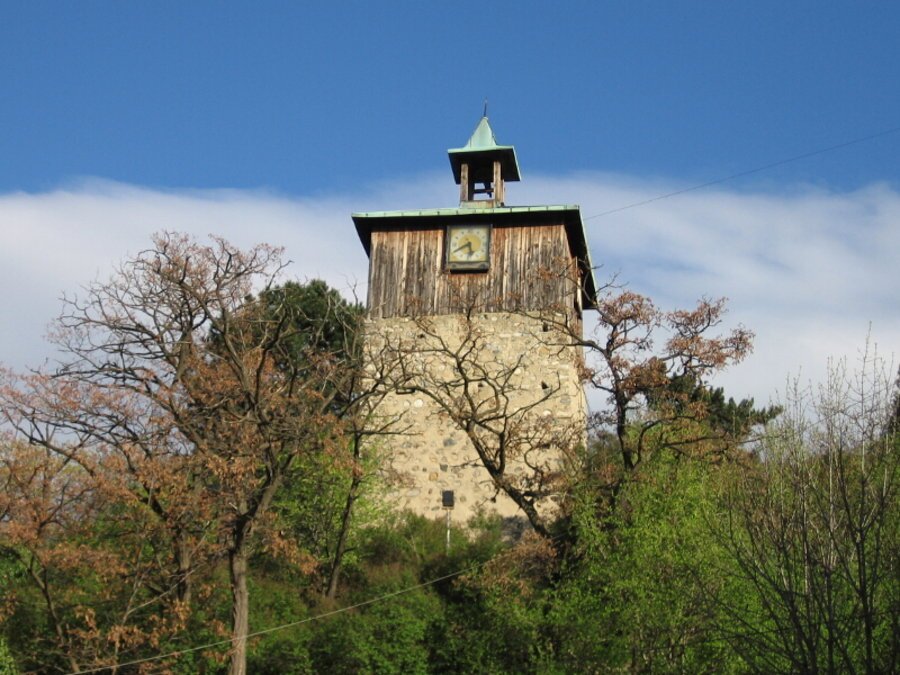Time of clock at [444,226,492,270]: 5:40
